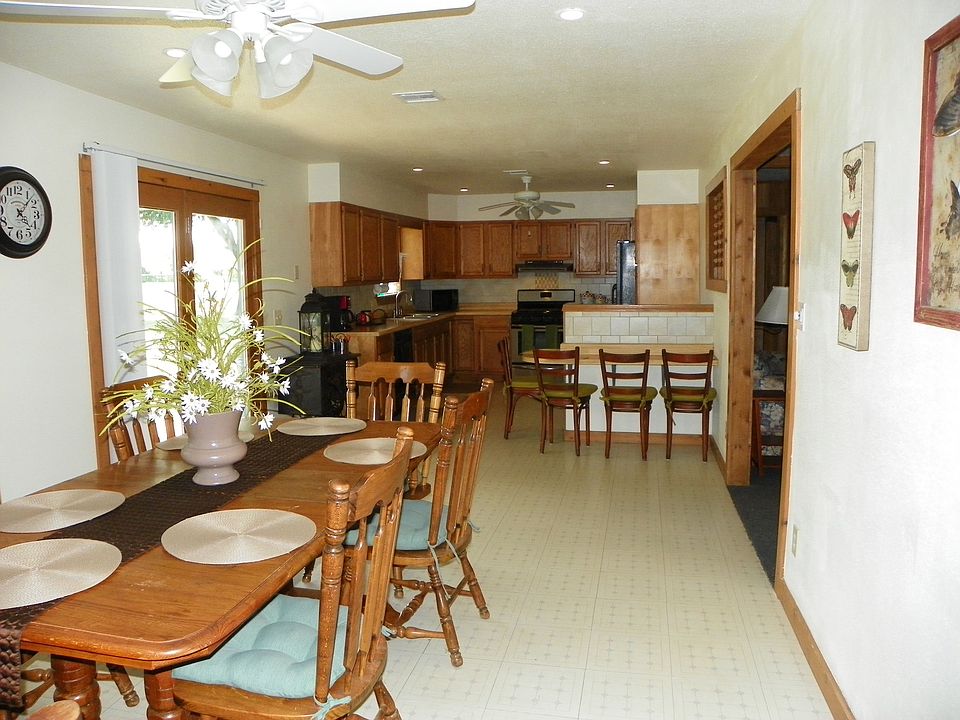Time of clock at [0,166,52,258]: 1:22
